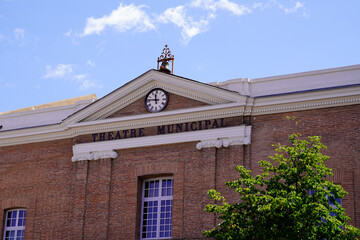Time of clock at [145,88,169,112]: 11:46
